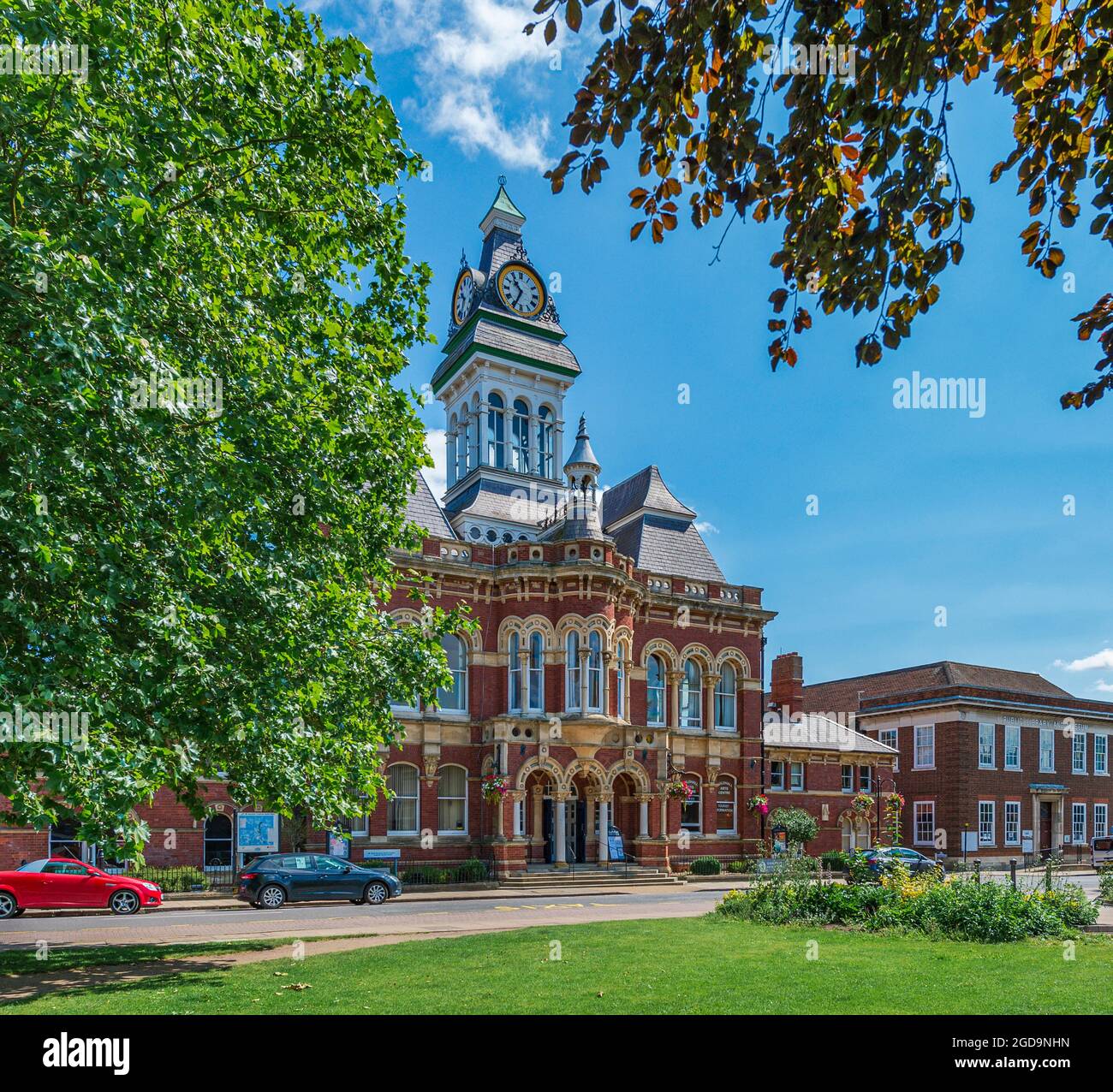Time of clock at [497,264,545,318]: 10:34
